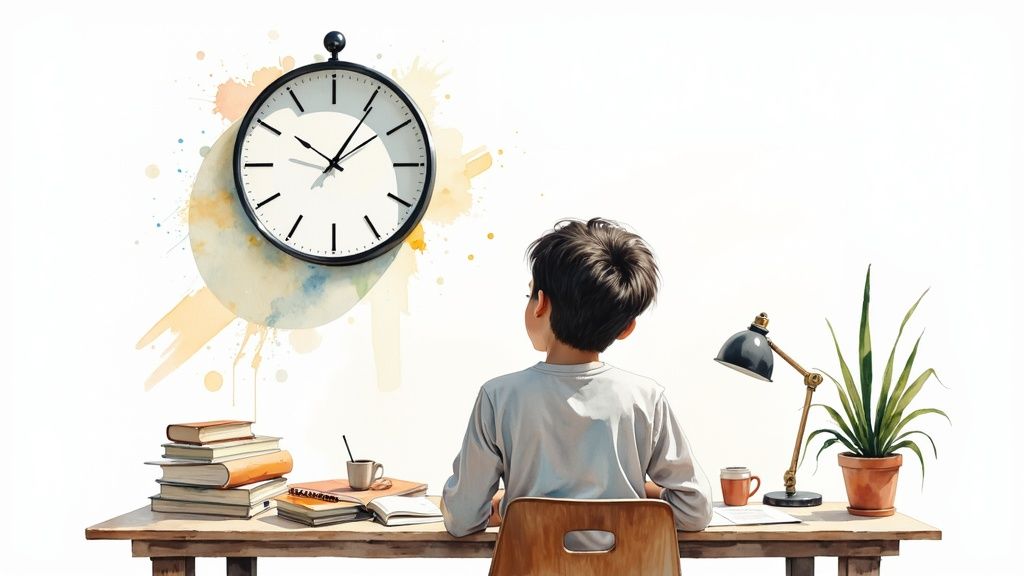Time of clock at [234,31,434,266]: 10:05
